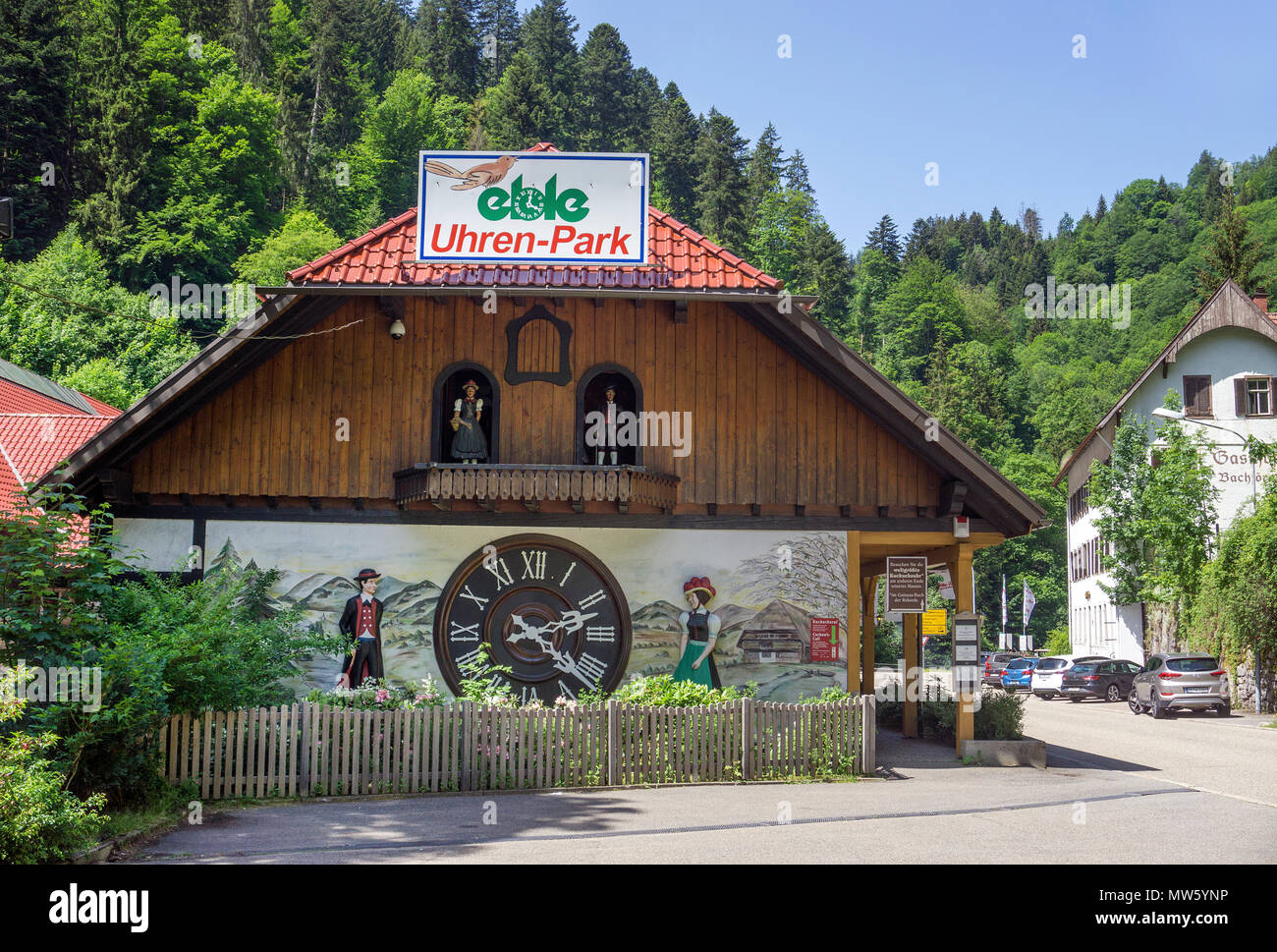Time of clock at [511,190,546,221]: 4:01
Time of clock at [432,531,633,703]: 2:21
